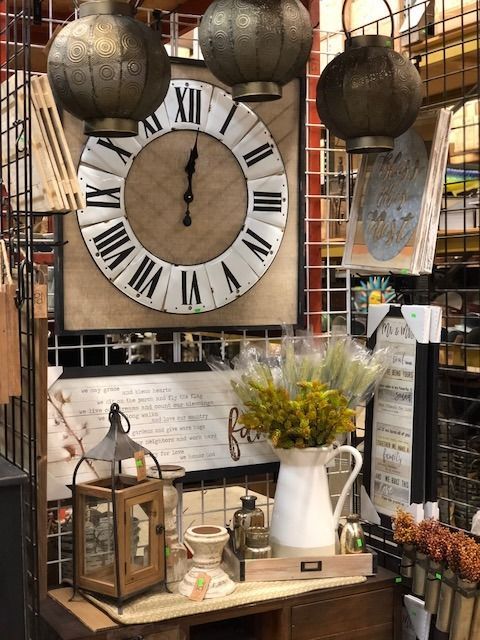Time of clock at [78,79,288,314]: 12:01
